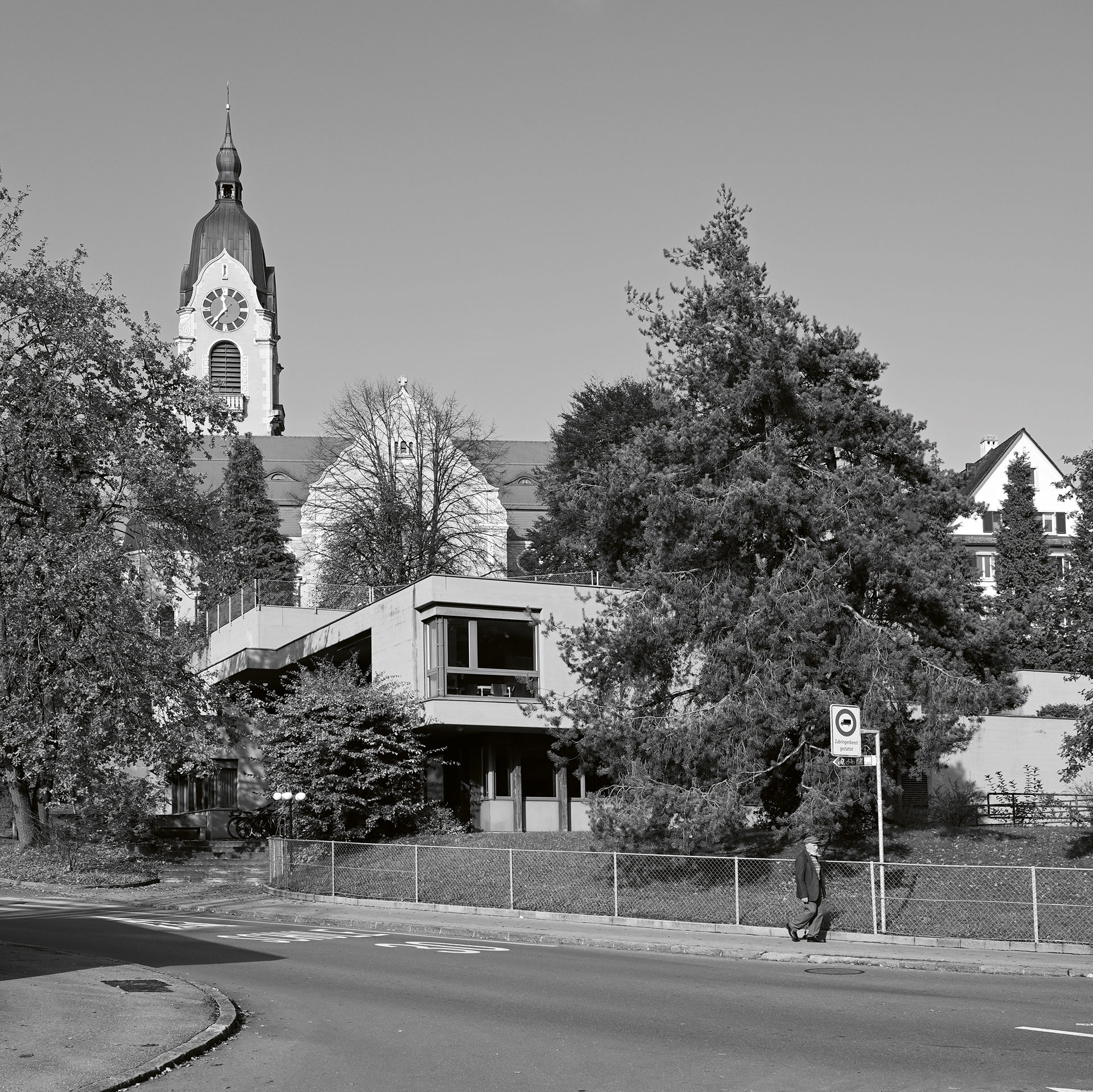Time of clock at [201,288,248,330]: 11:36
